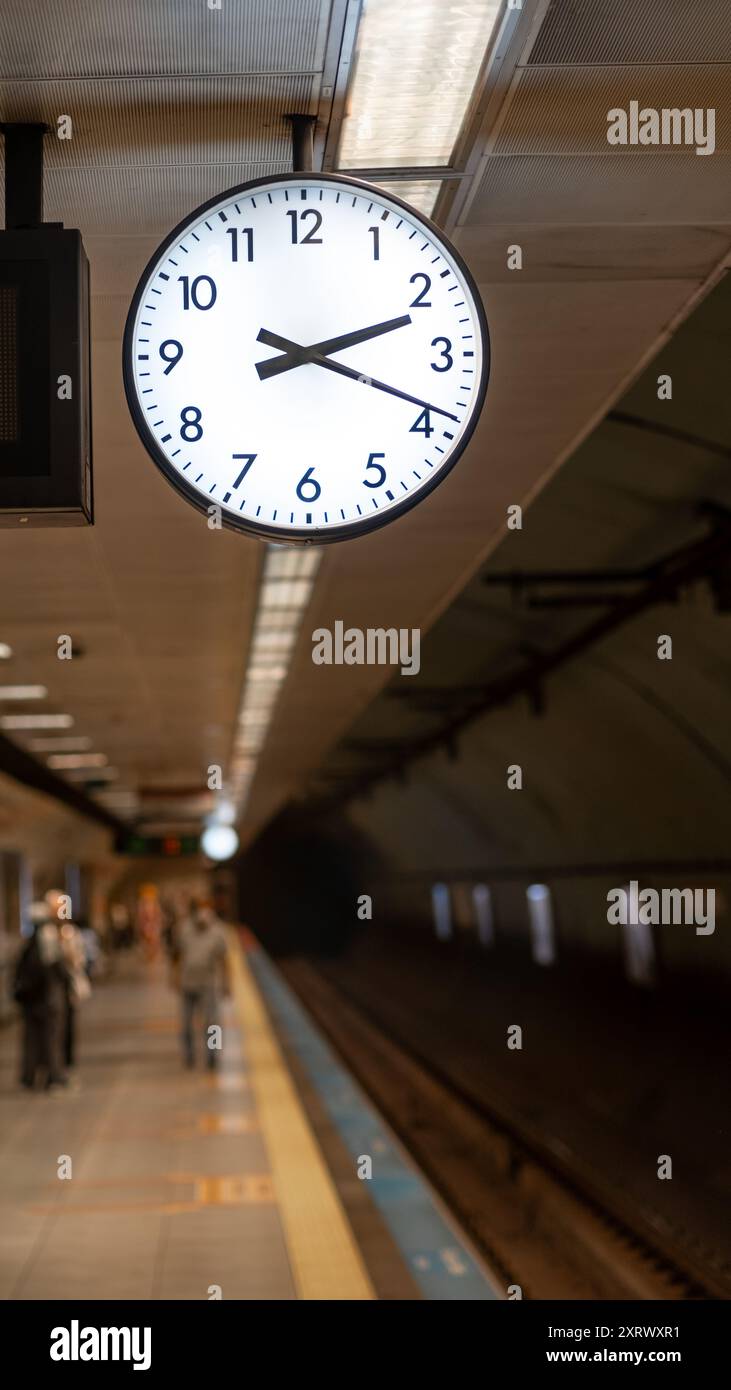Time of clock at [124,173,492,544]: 2:18
